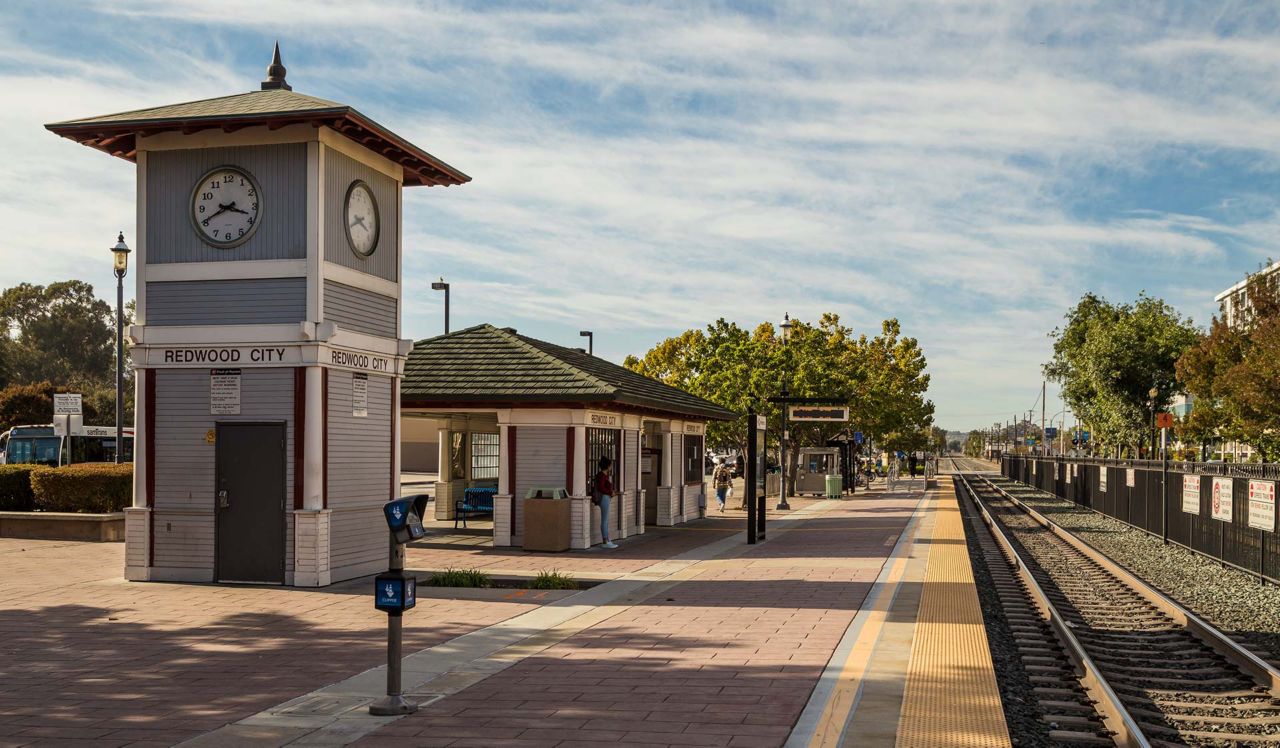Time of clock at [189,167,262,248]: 3:40
